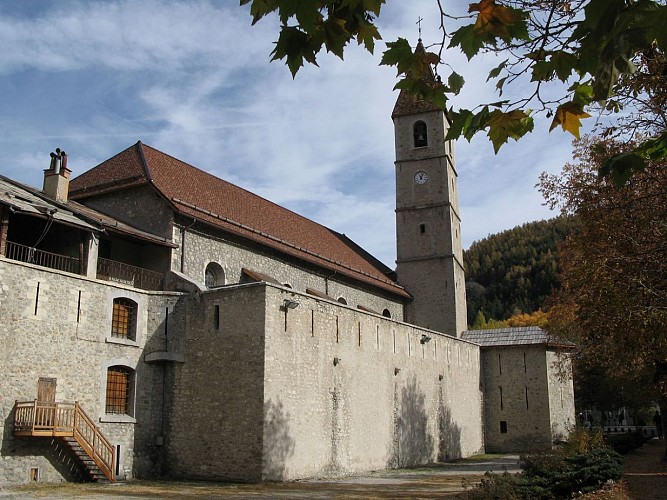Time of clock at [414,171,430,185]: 11:04
